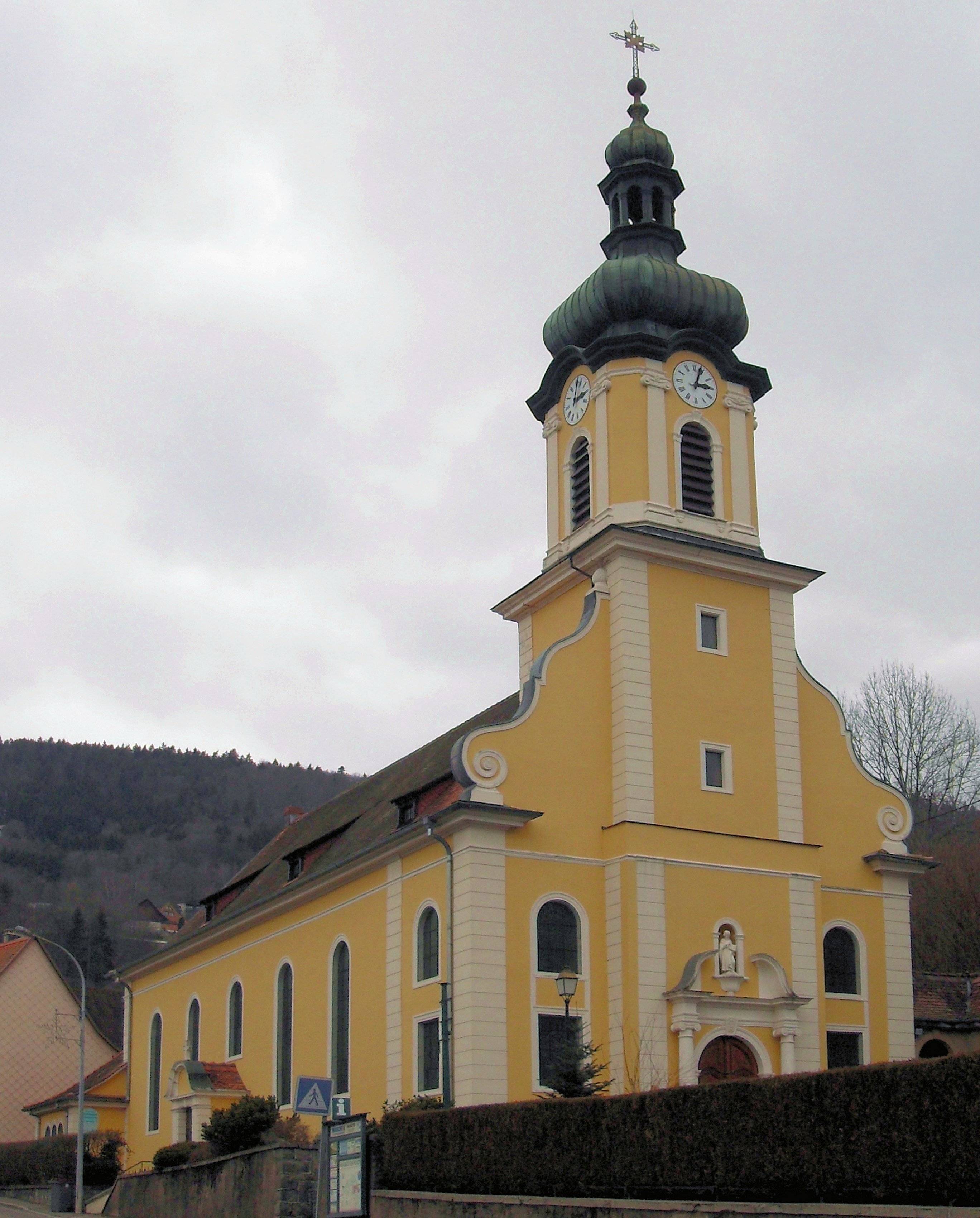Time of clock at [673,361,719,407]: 3:03
